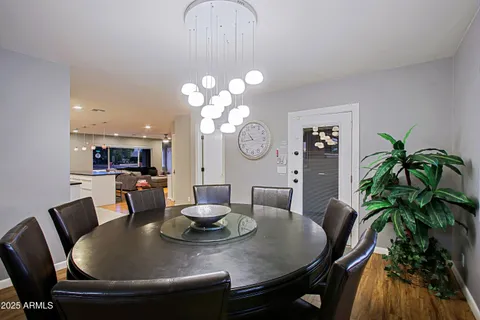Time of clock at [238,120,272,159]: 10:43
